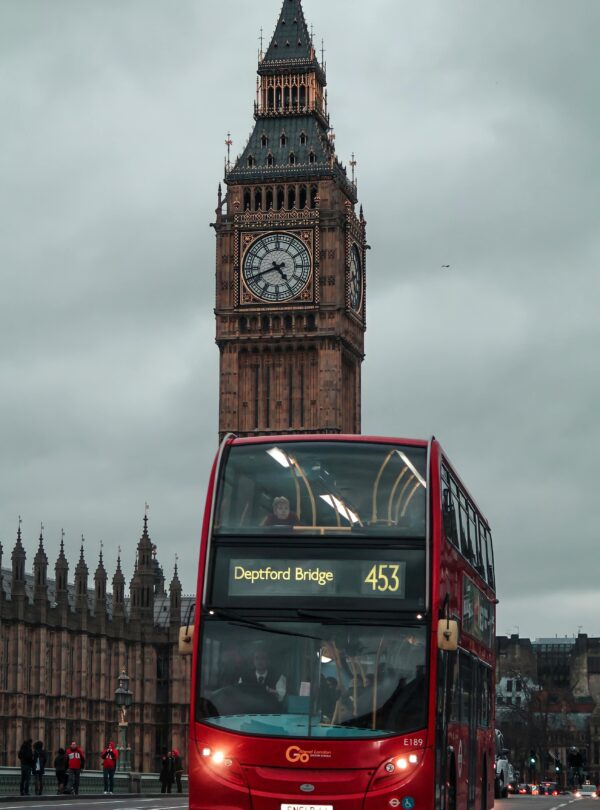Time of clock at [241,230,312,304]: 4:41
